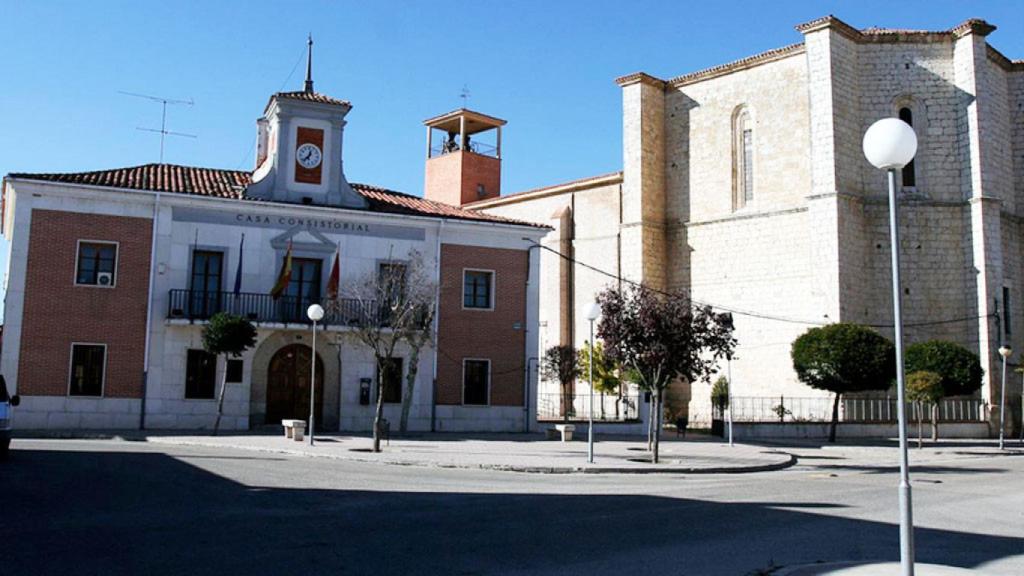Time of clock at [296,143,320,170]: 12:37
